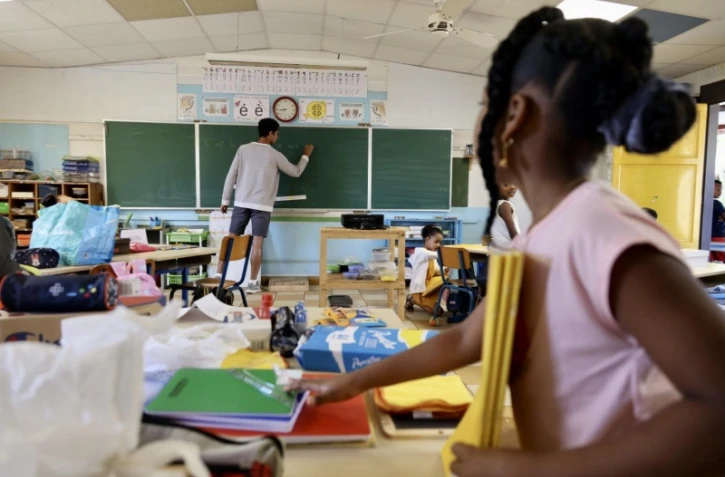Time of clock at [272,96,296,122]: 8:38
